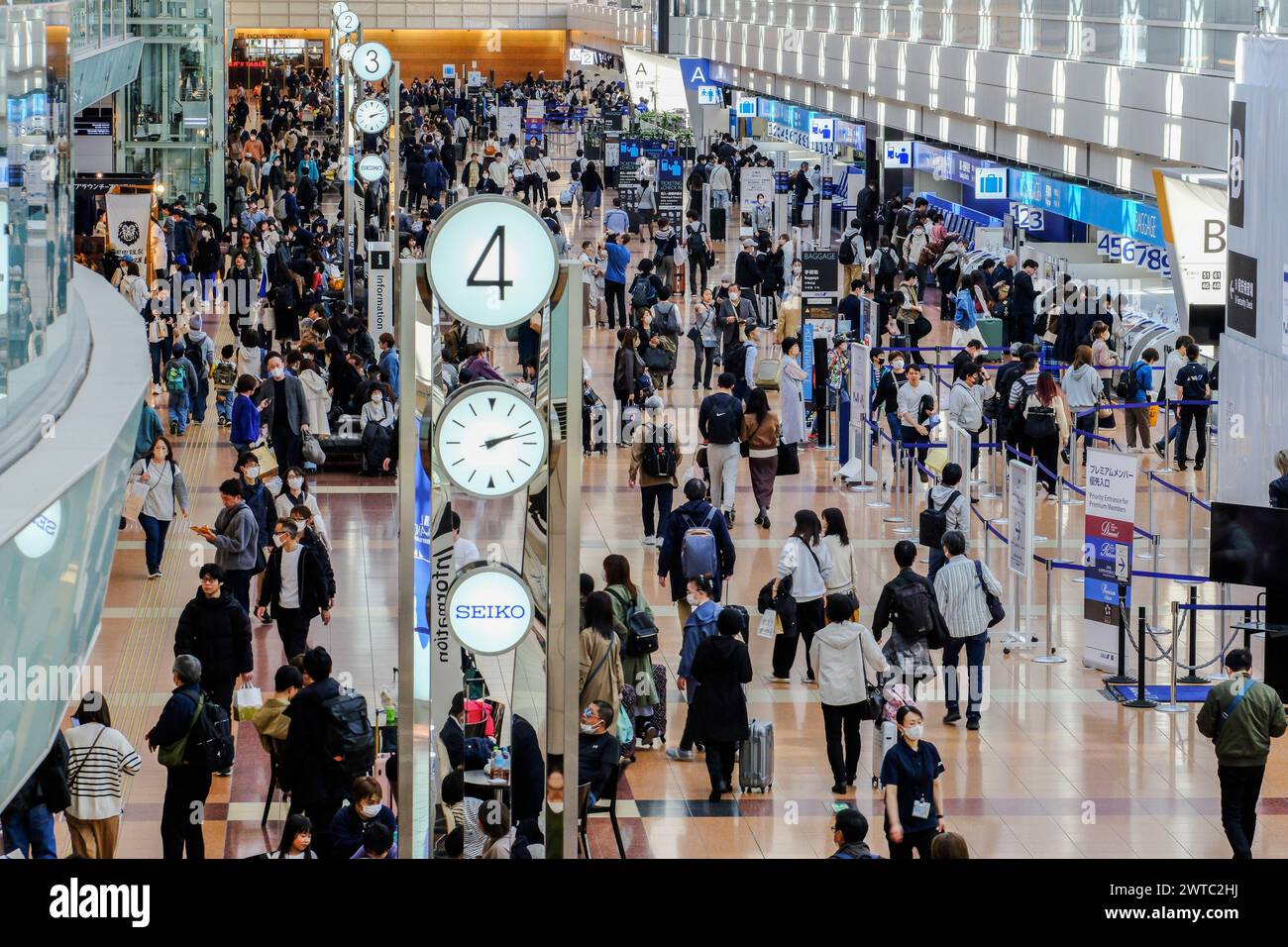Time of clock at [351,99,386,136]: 2:12
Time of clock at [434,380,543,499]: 2:12
